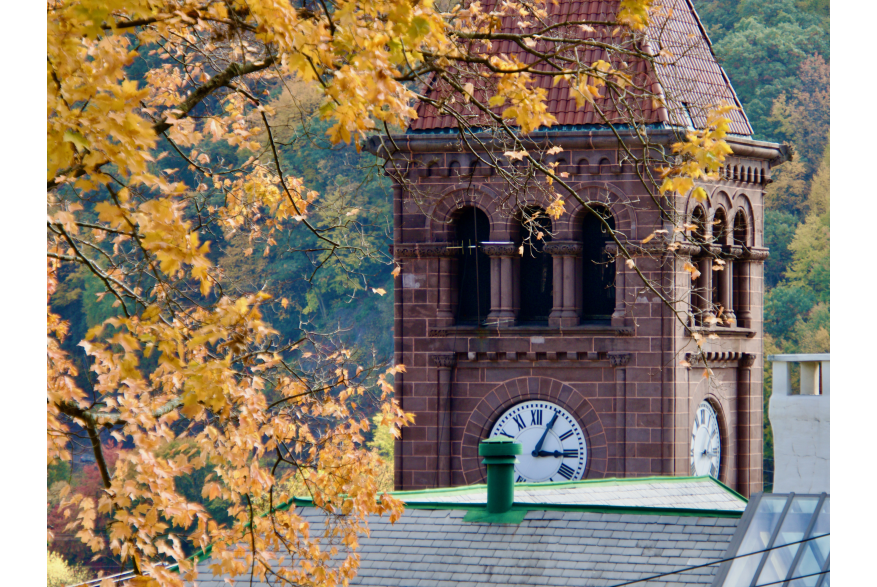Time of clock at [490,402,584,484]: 3:04
